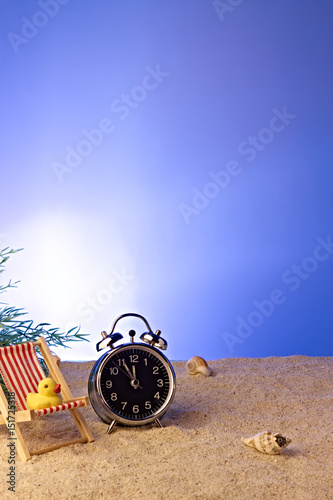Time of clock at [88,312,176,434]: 11:55
